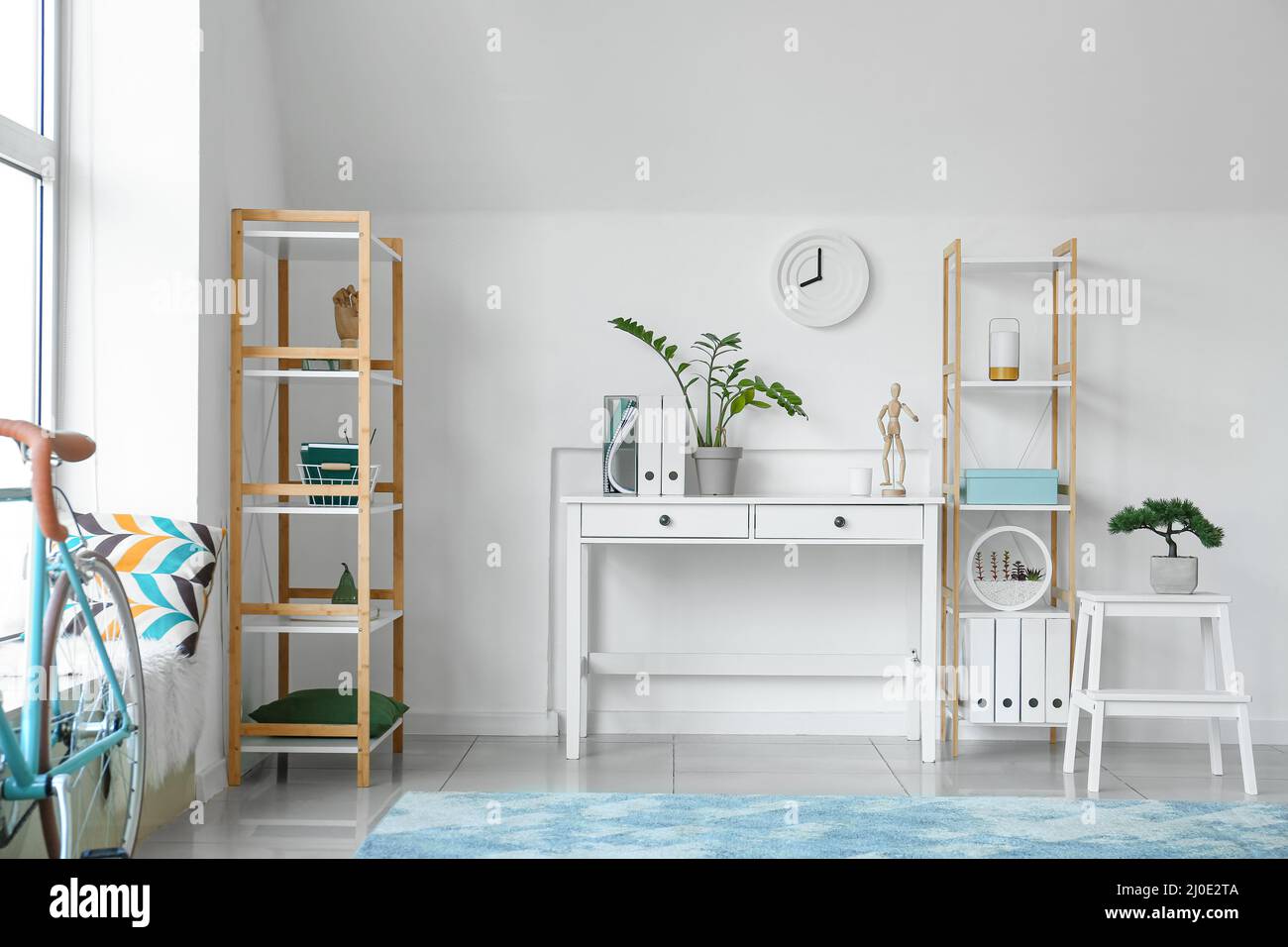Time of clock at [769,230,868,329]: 7:59
